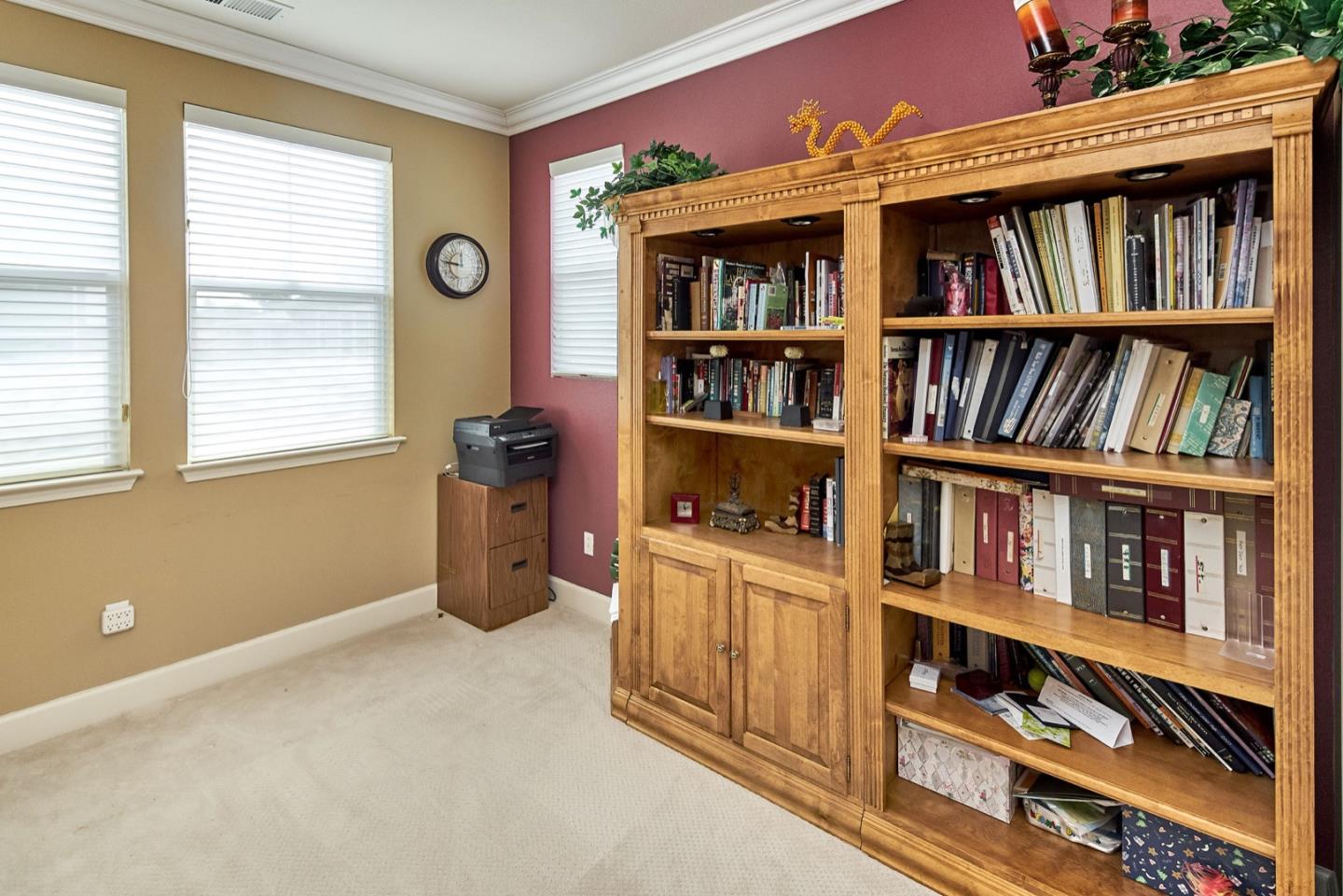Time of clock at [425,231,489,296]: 11:46
